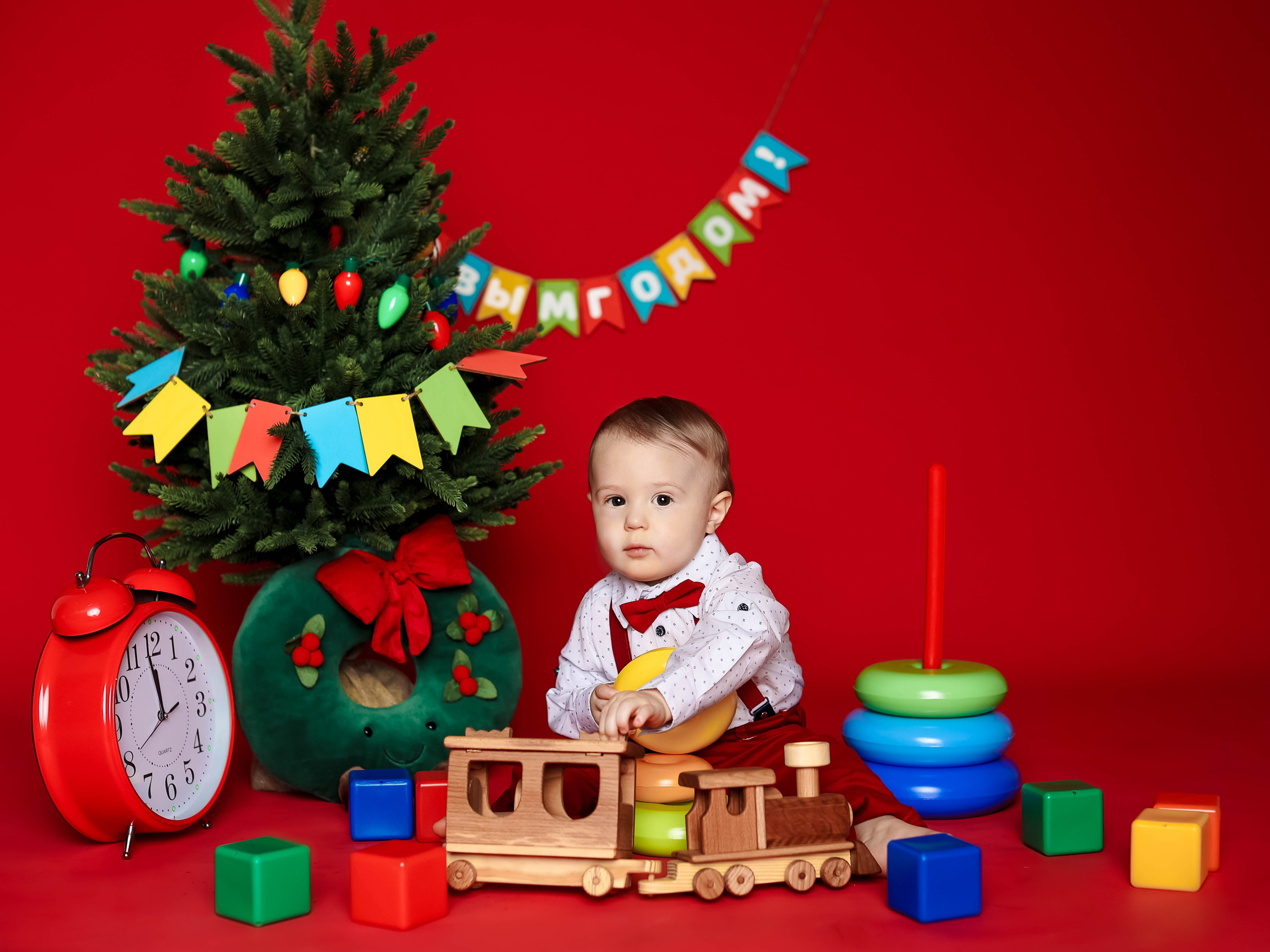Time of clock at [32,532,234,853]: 11:58
